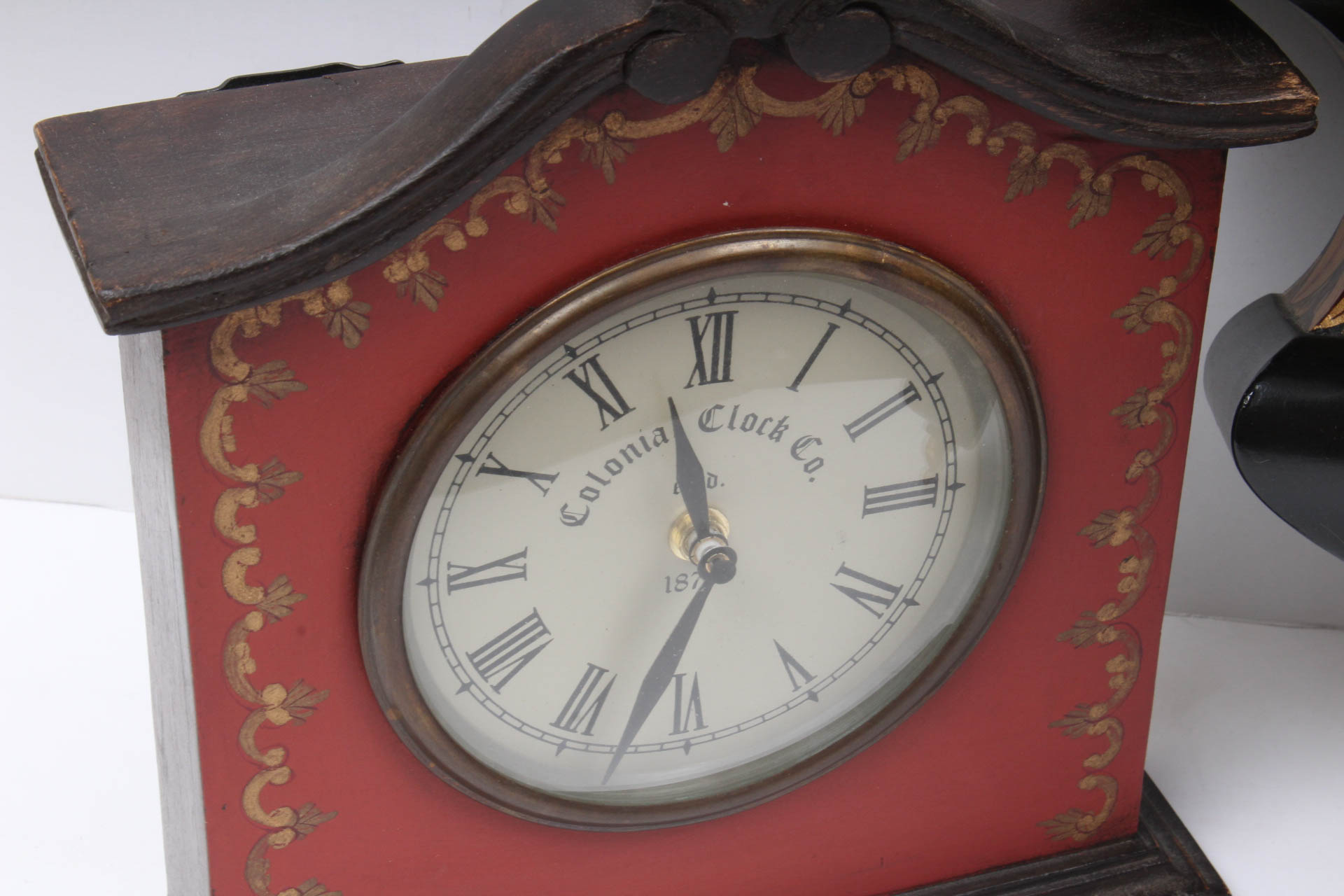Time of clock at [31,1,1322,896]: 11:32
